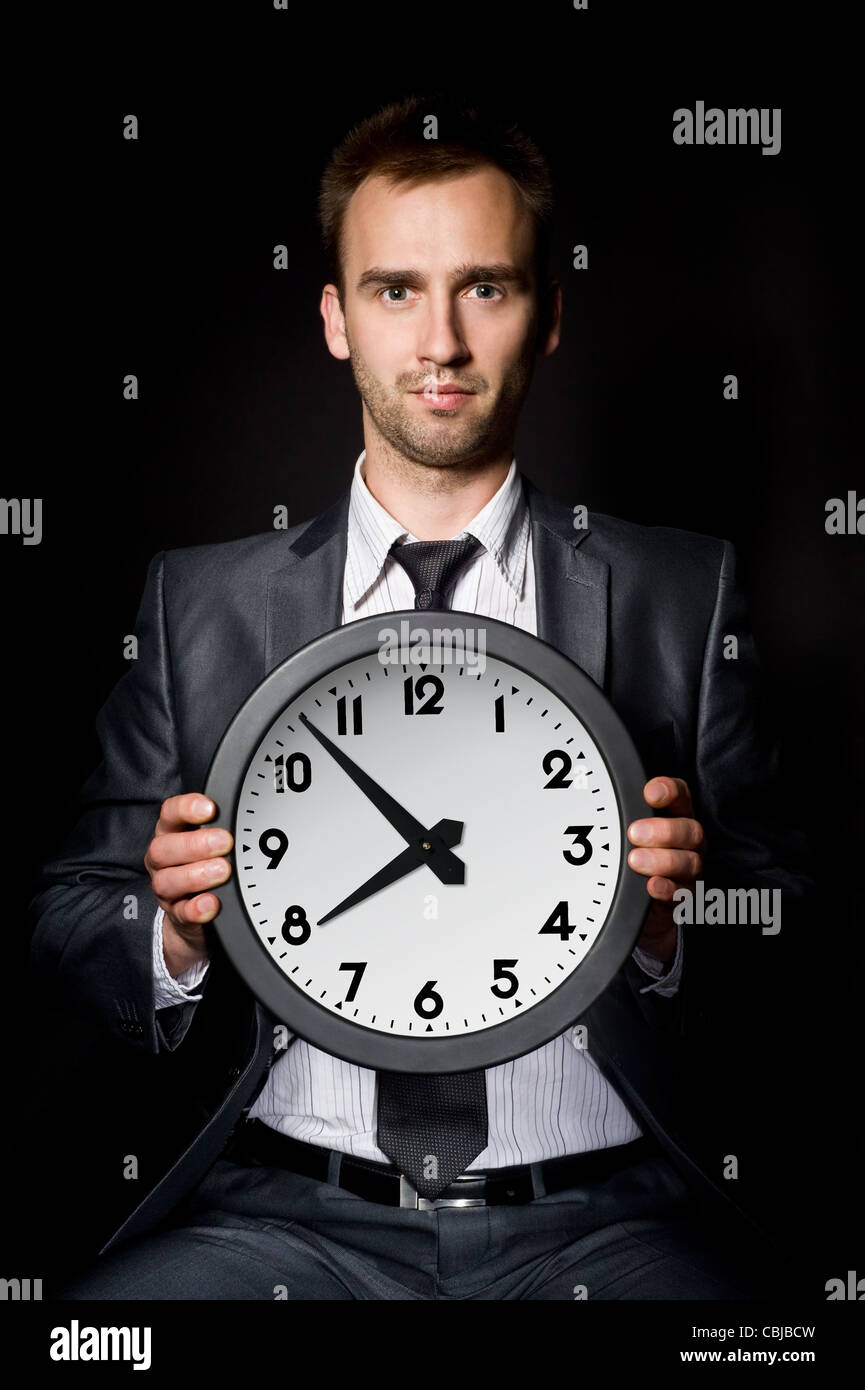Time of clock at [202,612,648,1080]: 7:52
